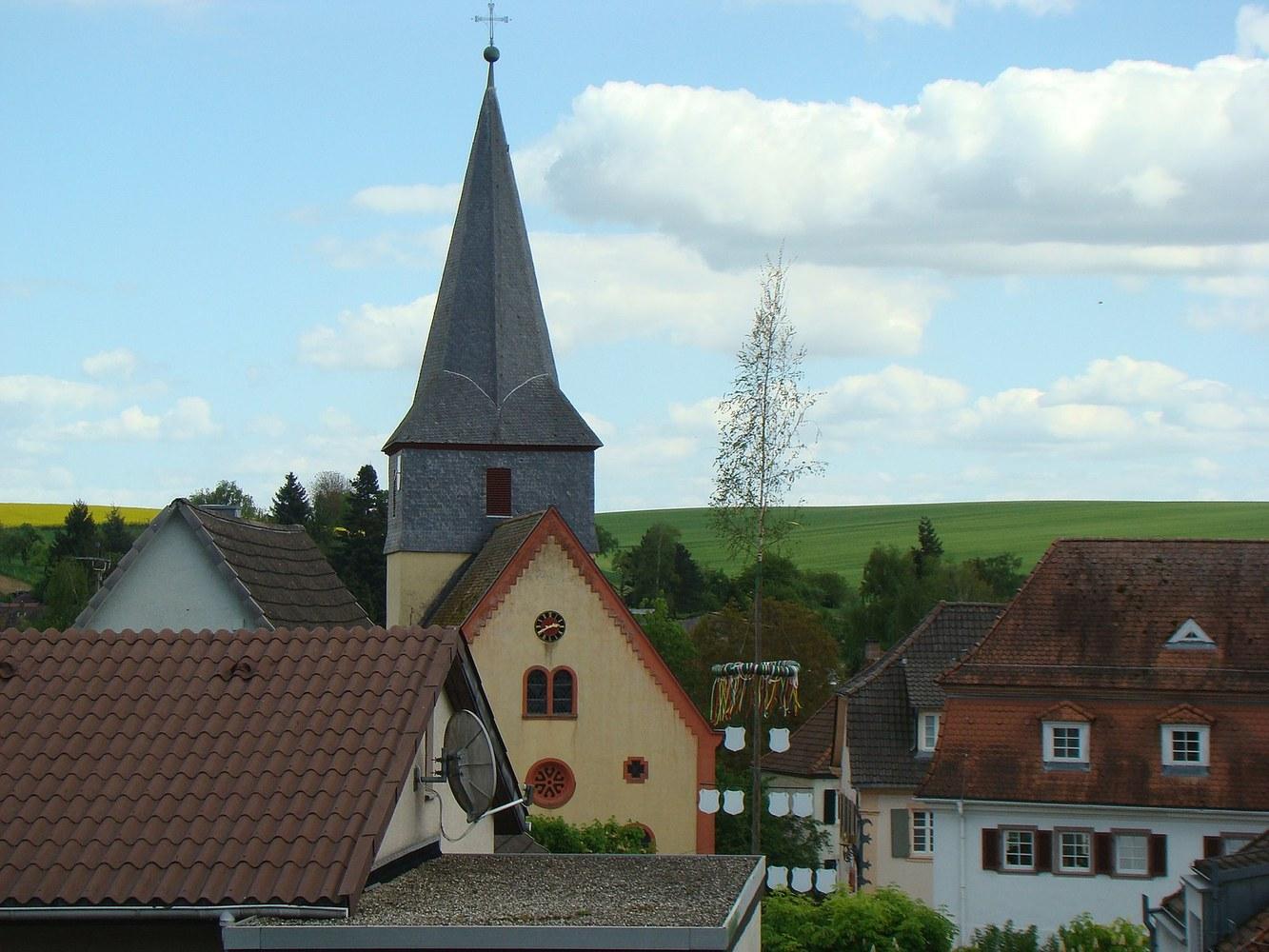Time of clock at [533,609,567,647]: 2:40
